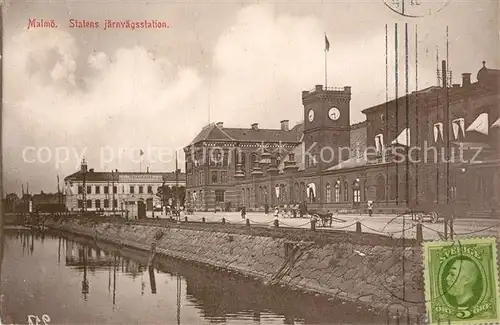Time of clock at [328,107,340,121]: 8:27
